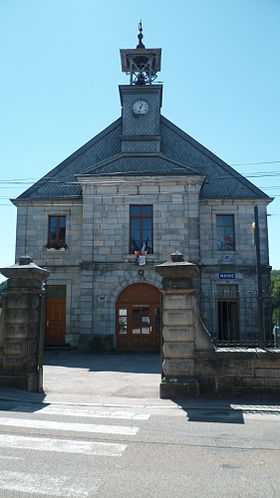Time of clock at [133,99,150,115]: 12:32
